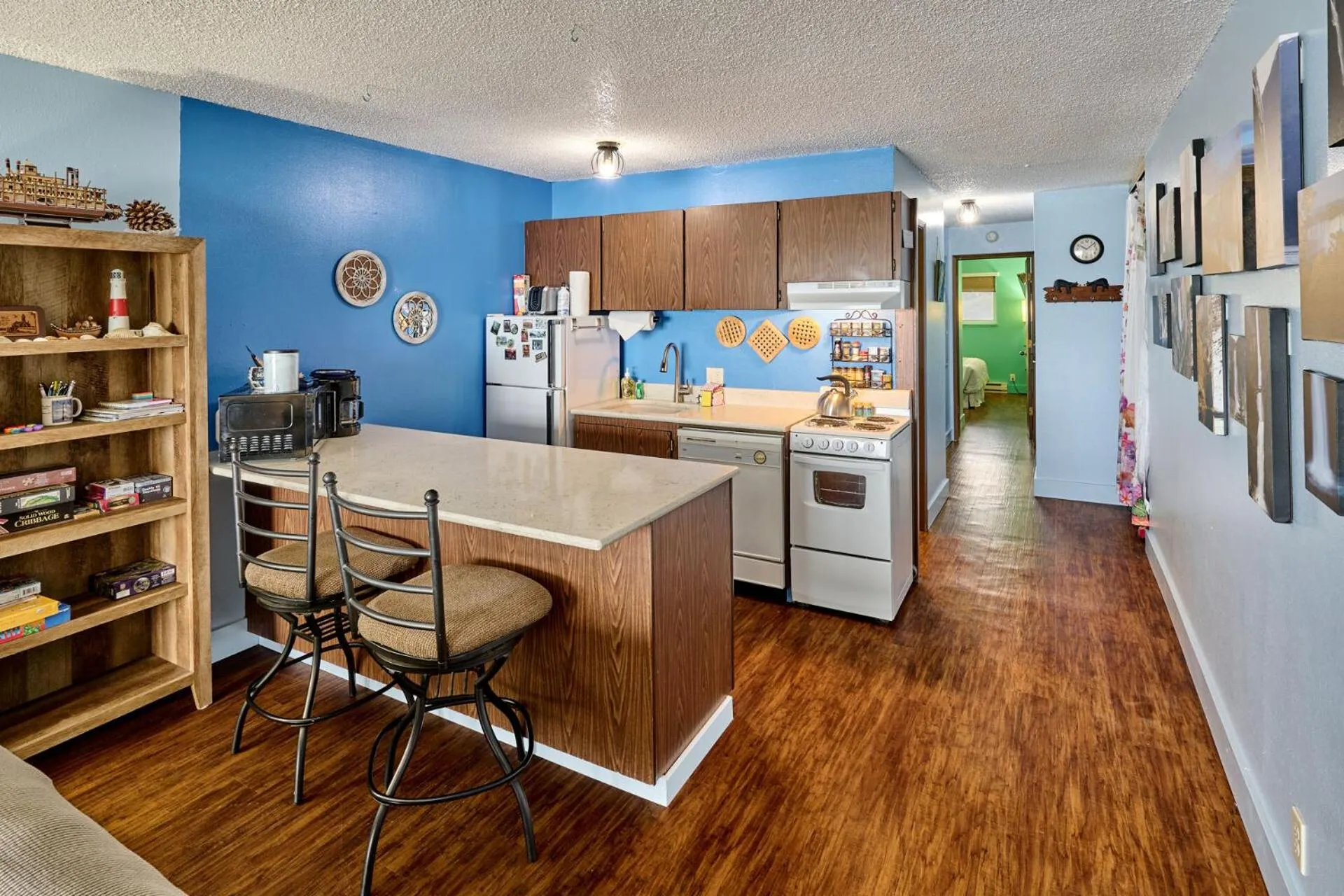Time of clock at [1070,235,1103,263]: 10:07
